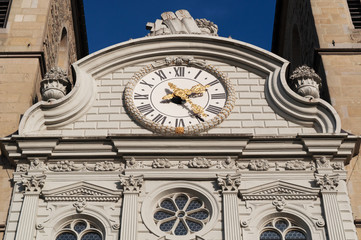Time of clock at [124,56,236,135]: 2:23
